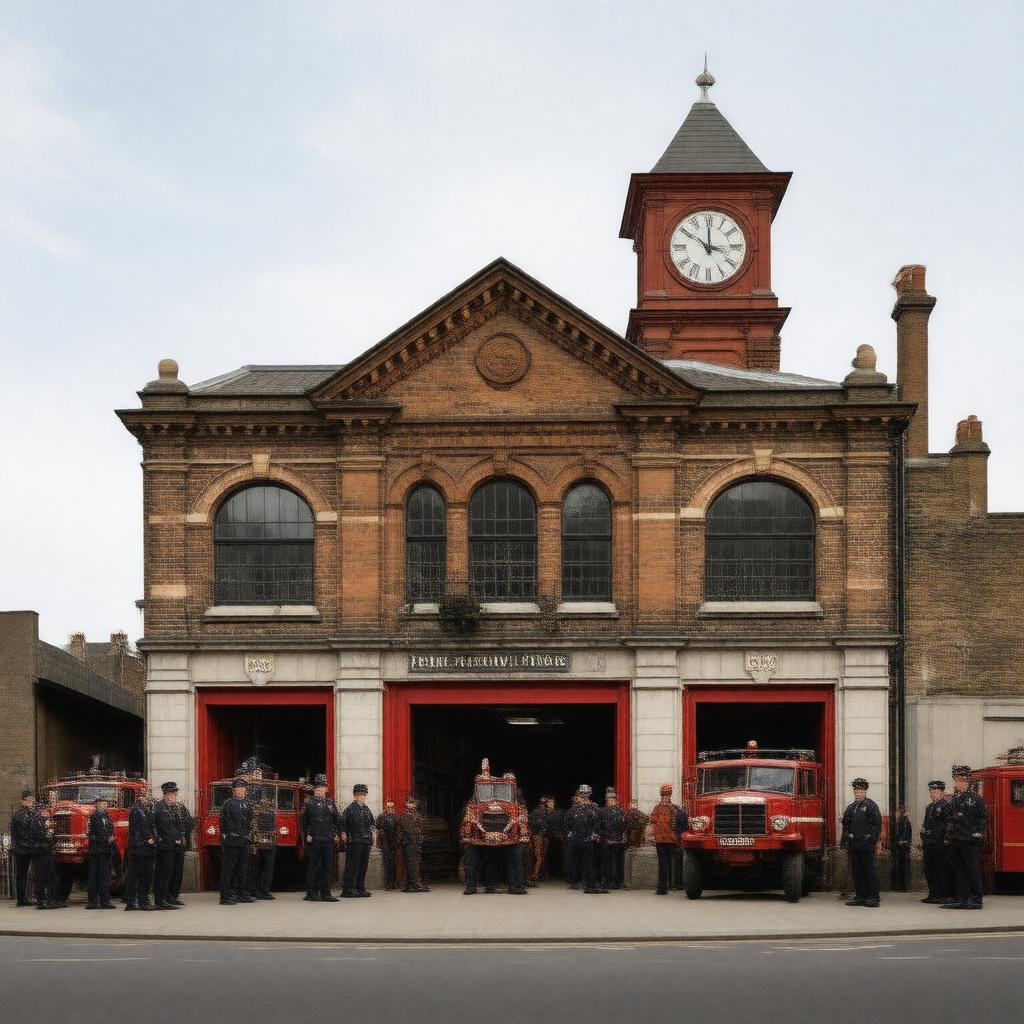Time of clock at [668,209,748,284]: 11:51
